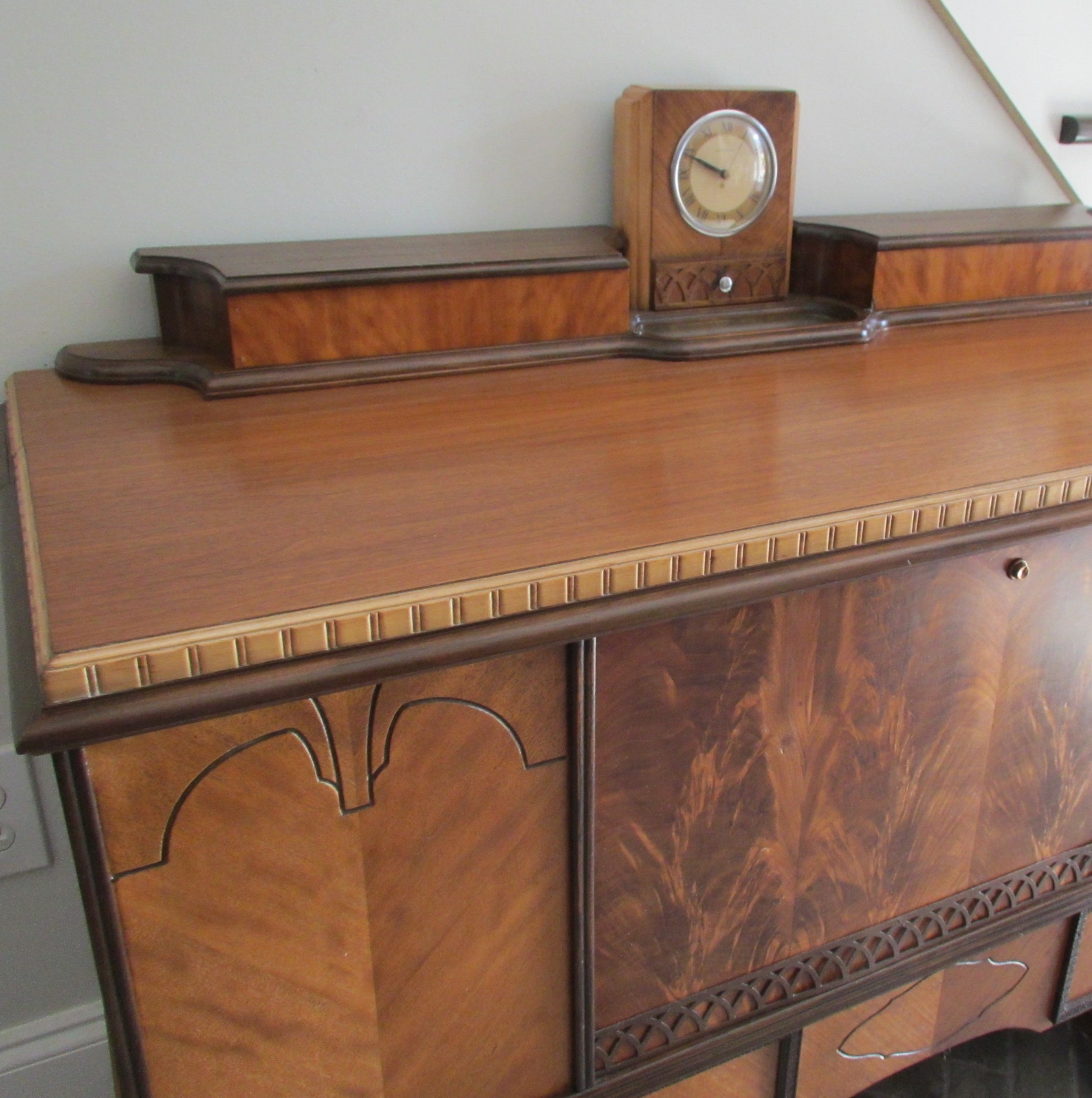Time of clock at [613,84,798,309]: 9:49
